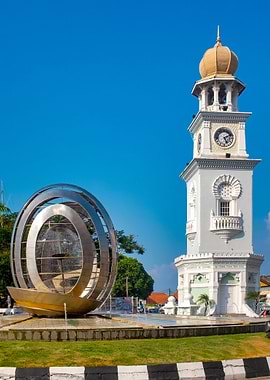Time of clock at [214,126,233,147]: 5:11
